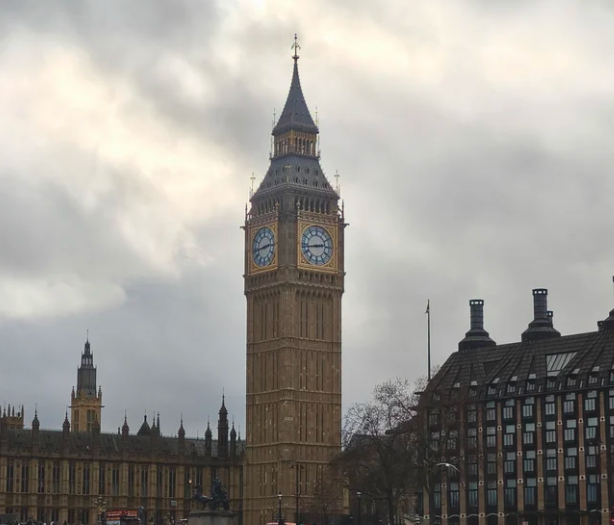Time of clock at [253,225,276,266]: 2:44
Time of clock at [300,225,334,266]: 2:43
